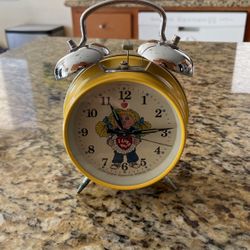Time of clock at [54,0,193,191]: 11:14
